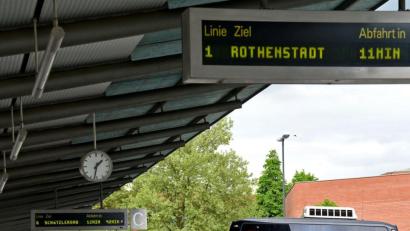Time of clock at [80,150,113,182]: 1:32
